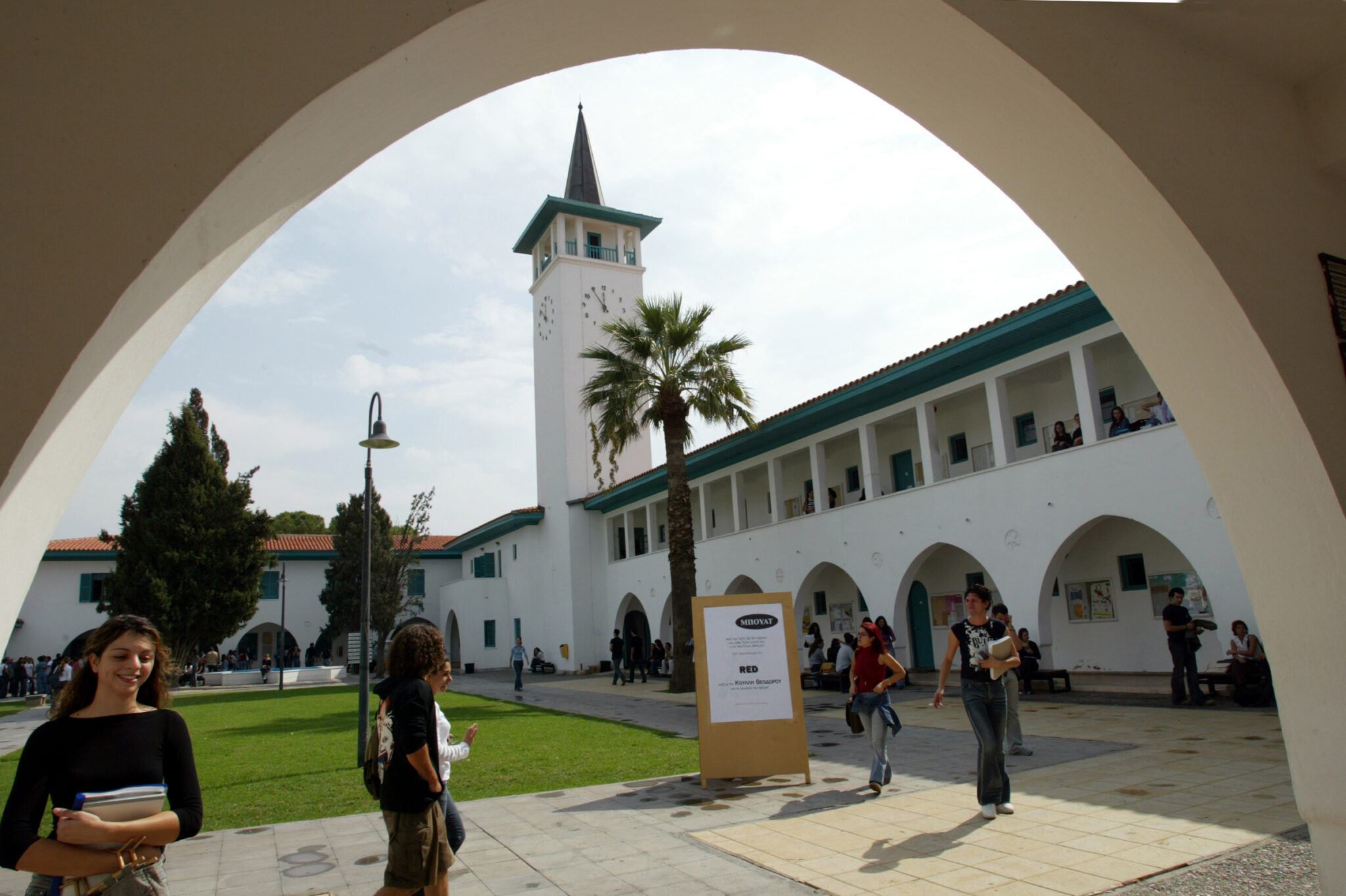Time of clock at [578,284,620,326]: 11:54
